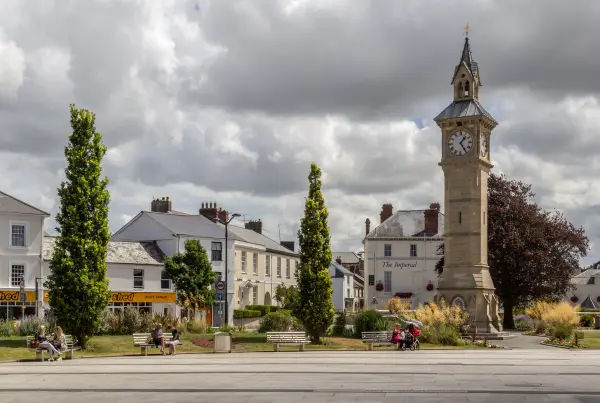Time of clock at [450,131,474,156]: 1:24
